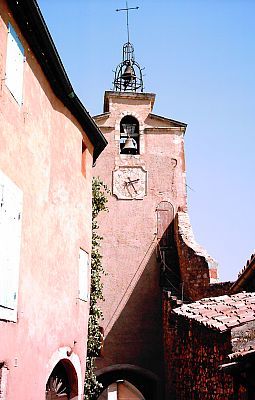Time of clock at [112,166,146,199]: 2:25
